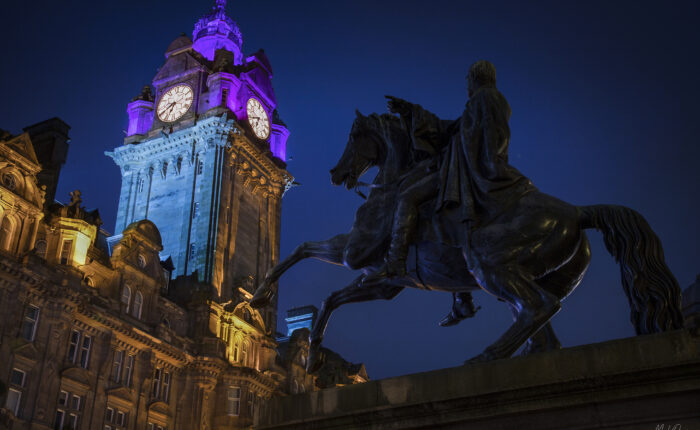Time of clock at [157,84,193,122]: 6:40
